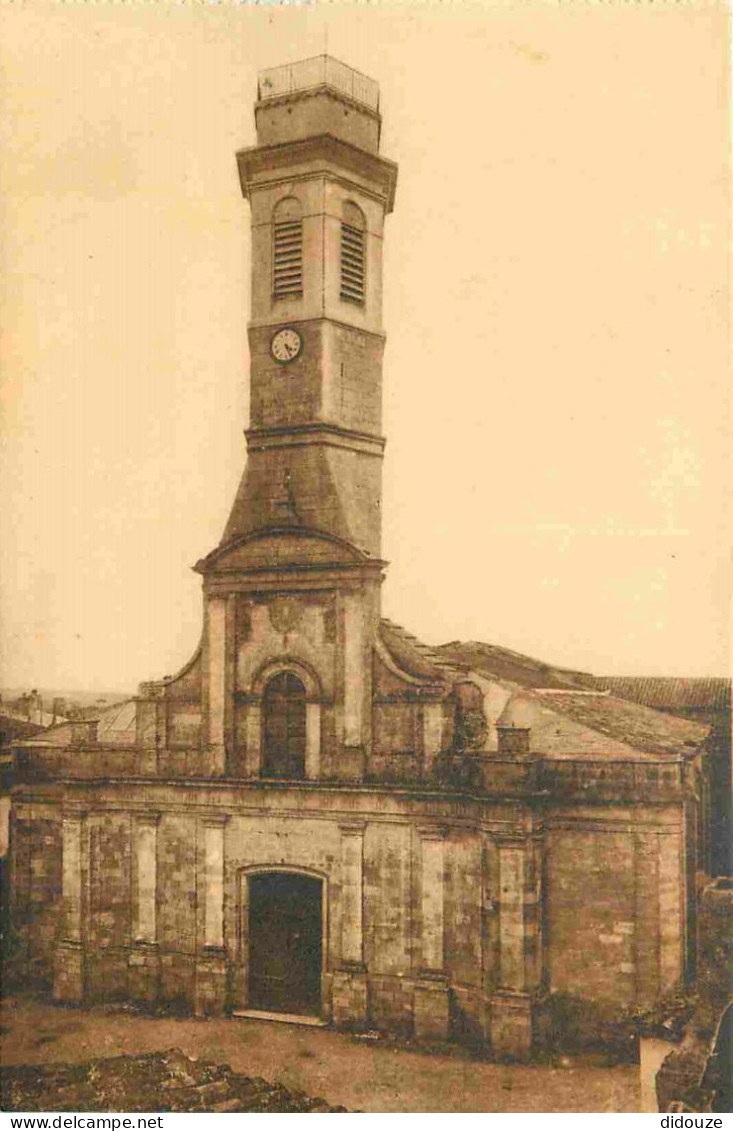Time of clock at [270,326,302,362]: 4:26
